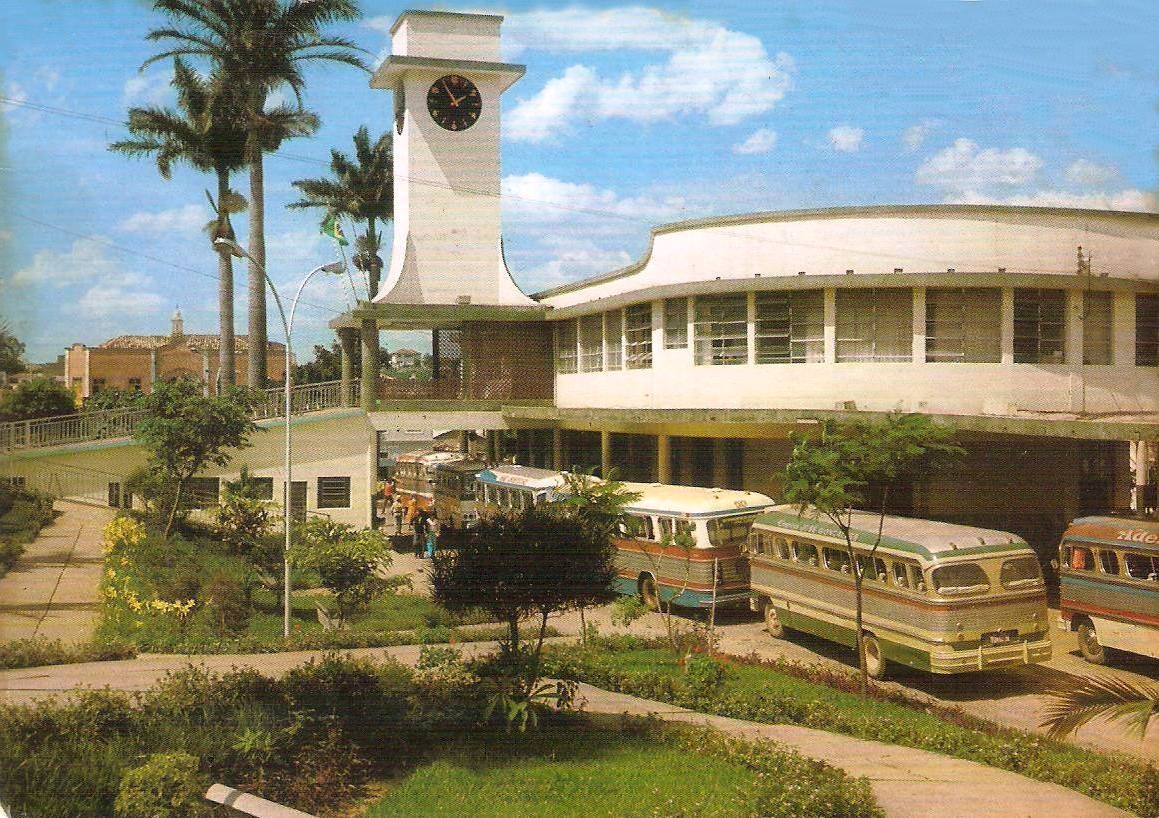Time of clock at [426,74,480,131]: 1:54
